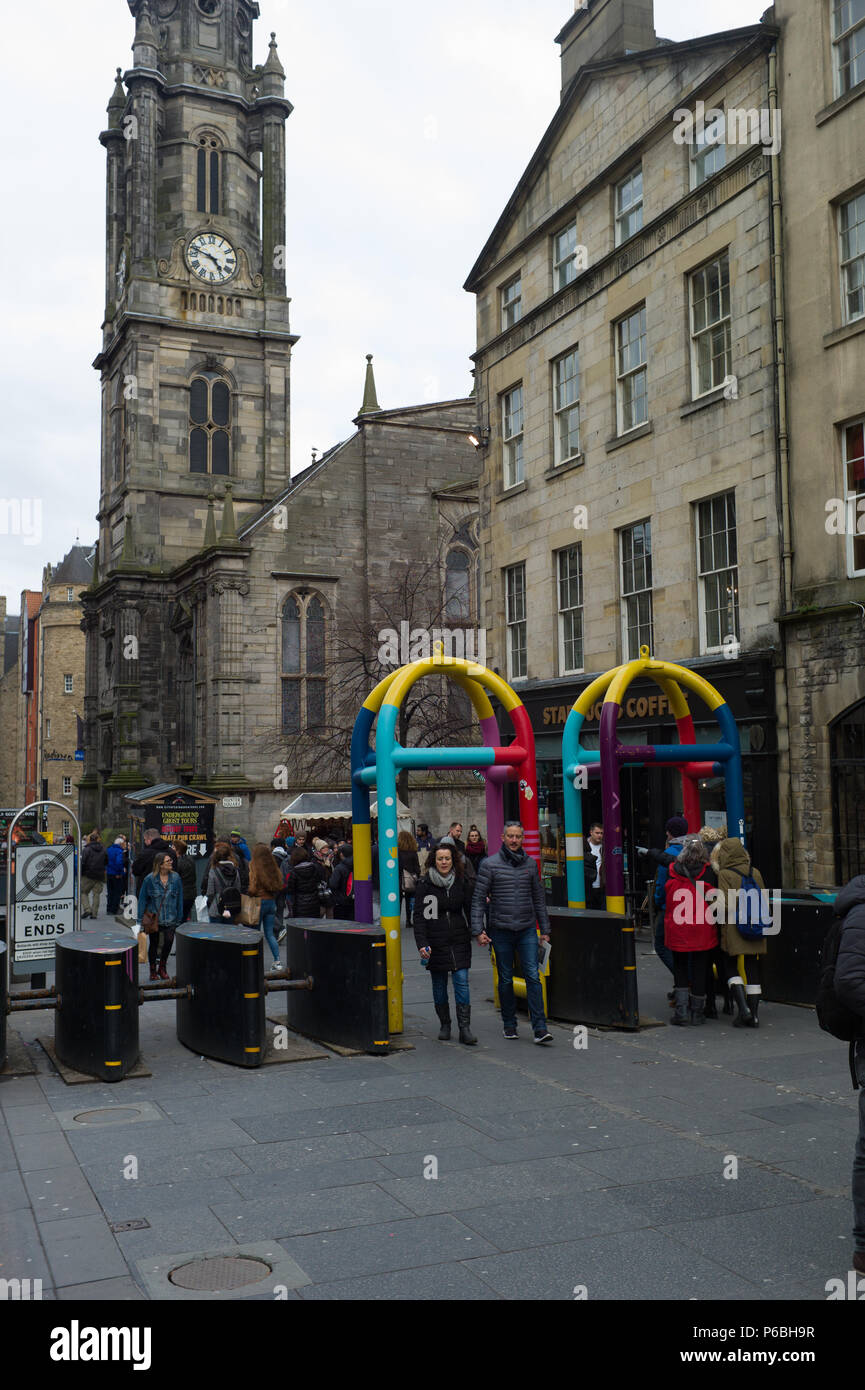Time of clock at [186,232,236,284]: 4:48
